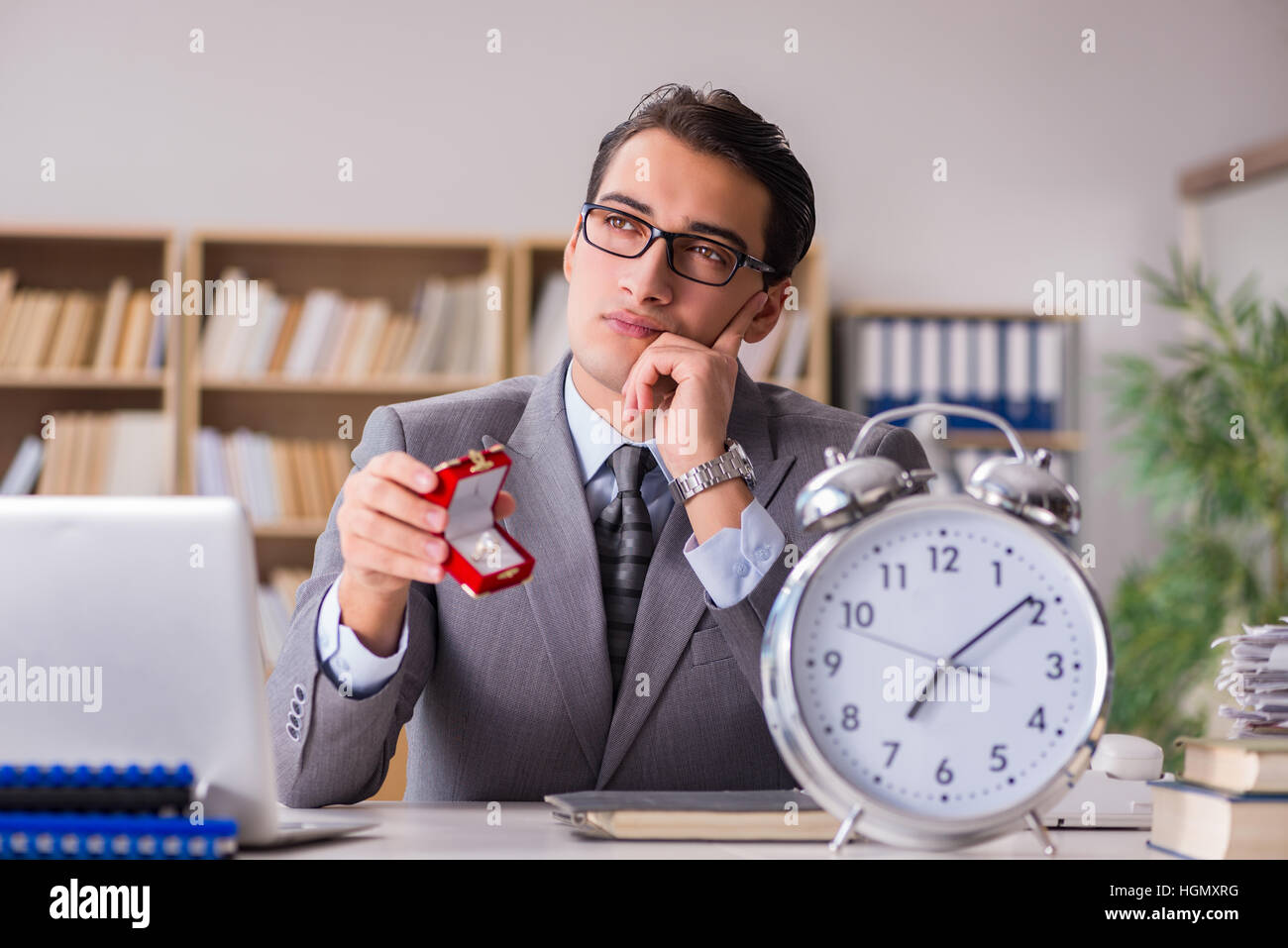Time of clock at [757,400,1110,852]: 7:09
